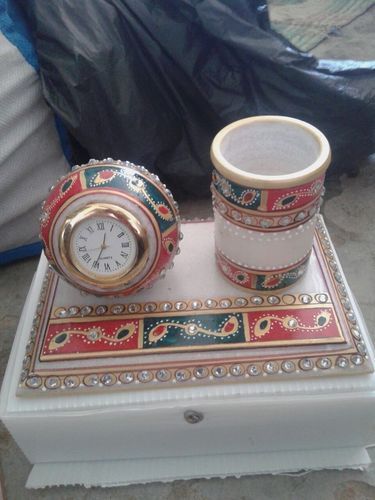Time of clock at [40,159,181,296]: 12:34
